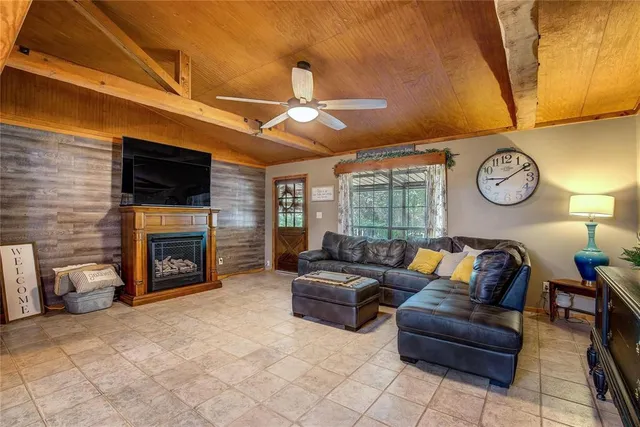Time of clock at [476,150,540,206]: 9:09
